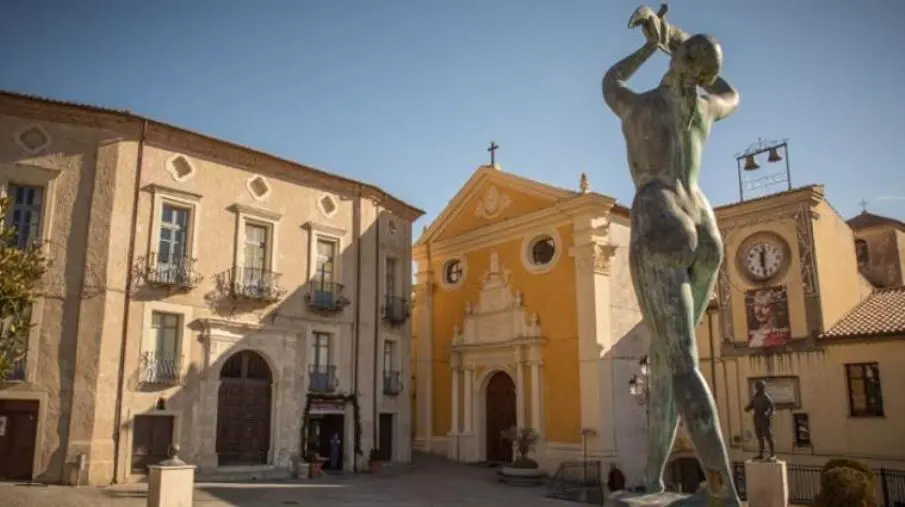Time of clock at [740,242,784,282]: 12:28
